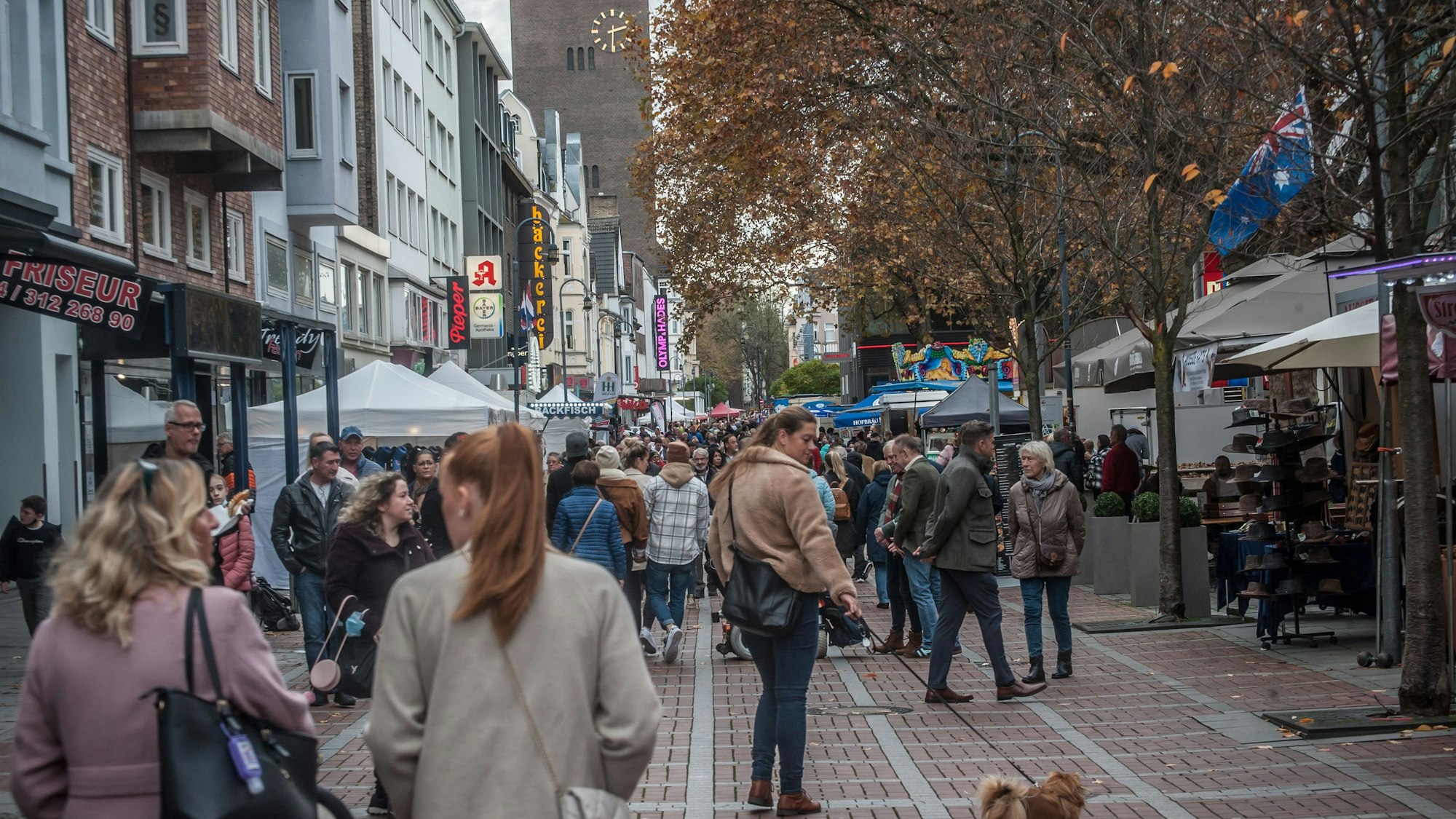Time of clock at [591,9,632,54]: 2:30
